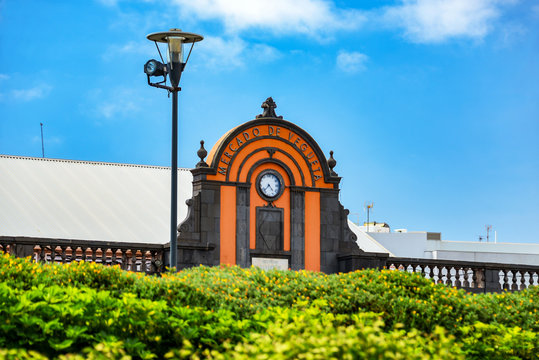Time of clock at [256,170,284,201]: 4:37
